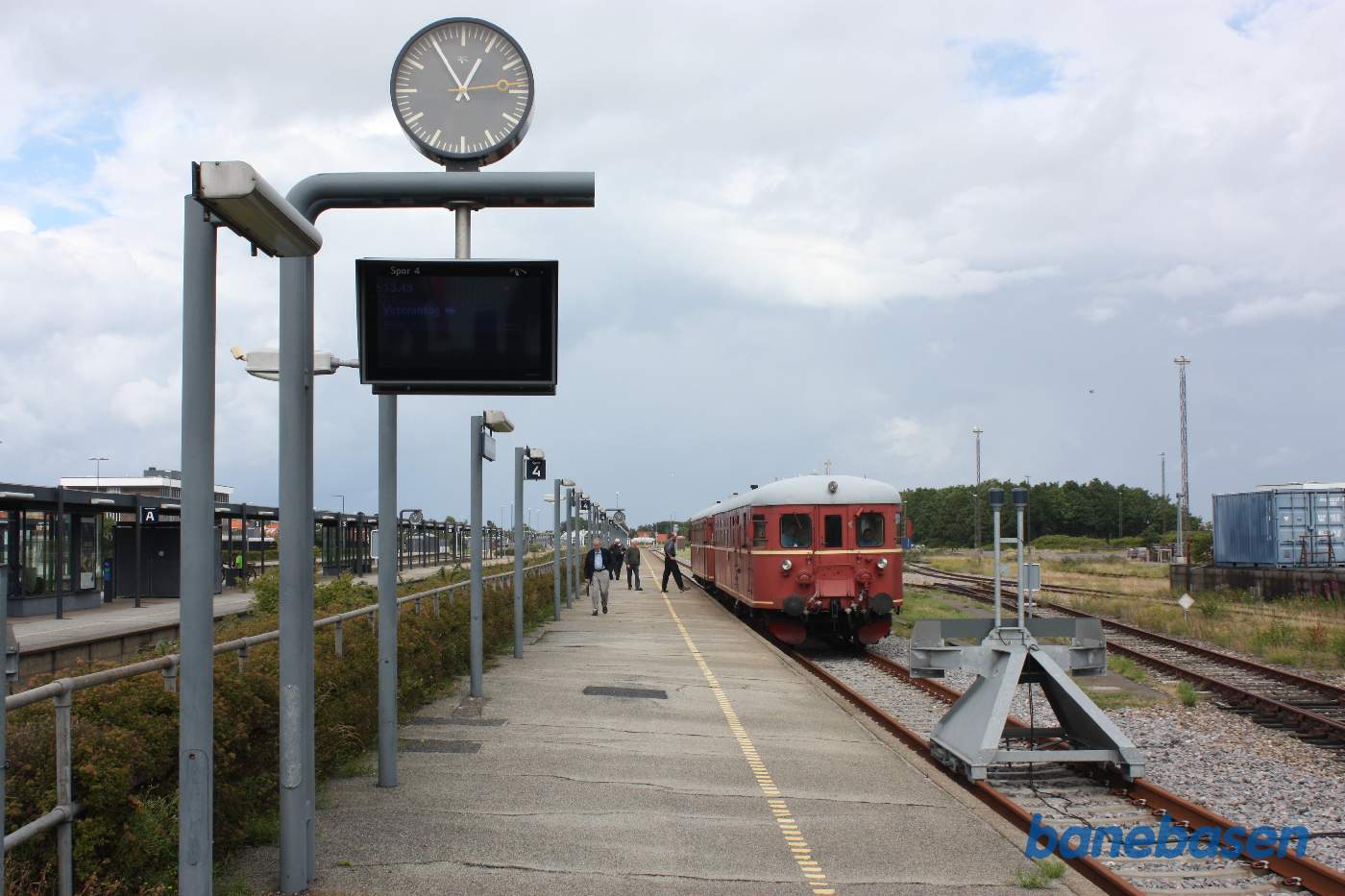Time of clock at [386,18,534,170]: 12:54
